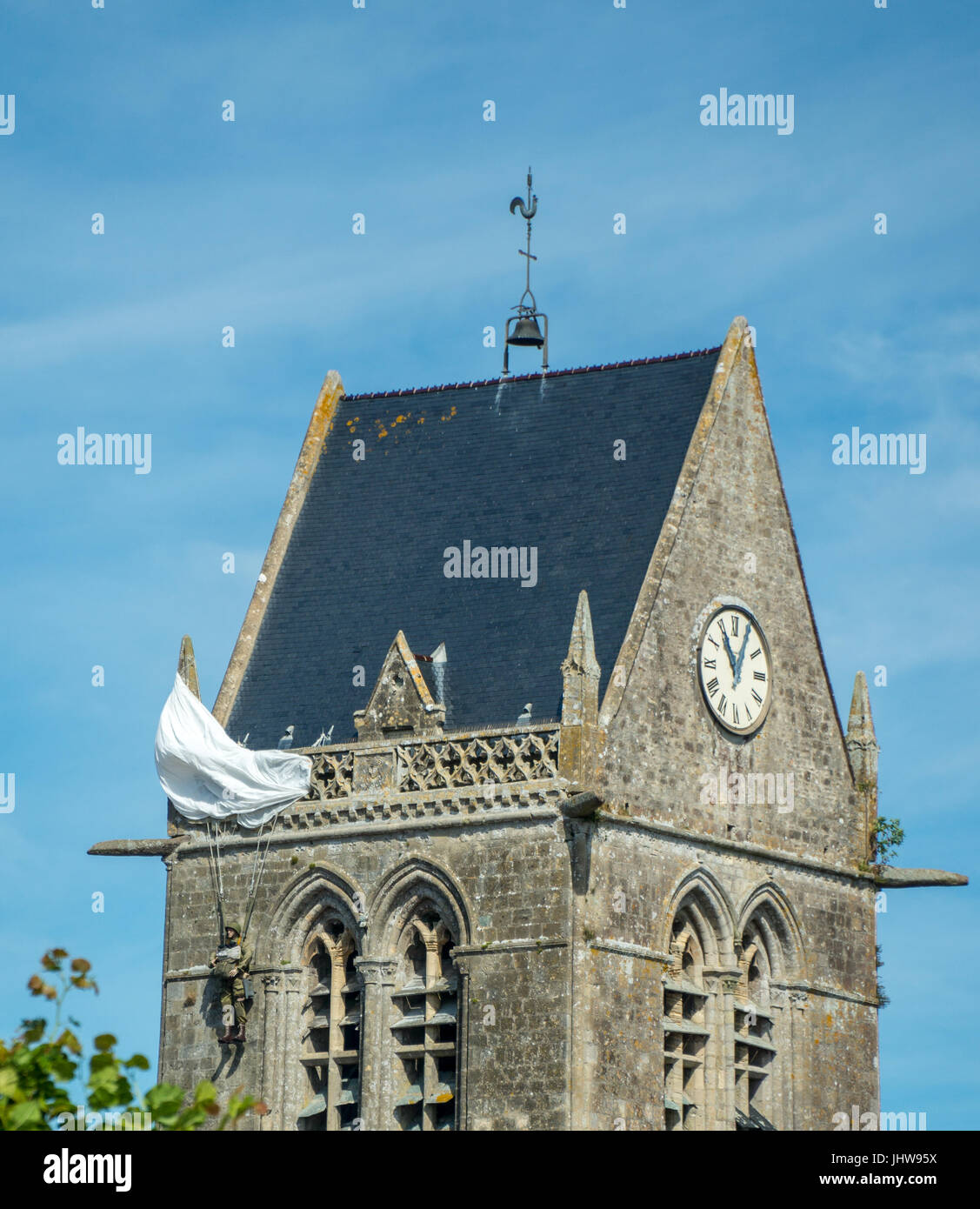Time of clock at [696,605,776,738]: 11:04
